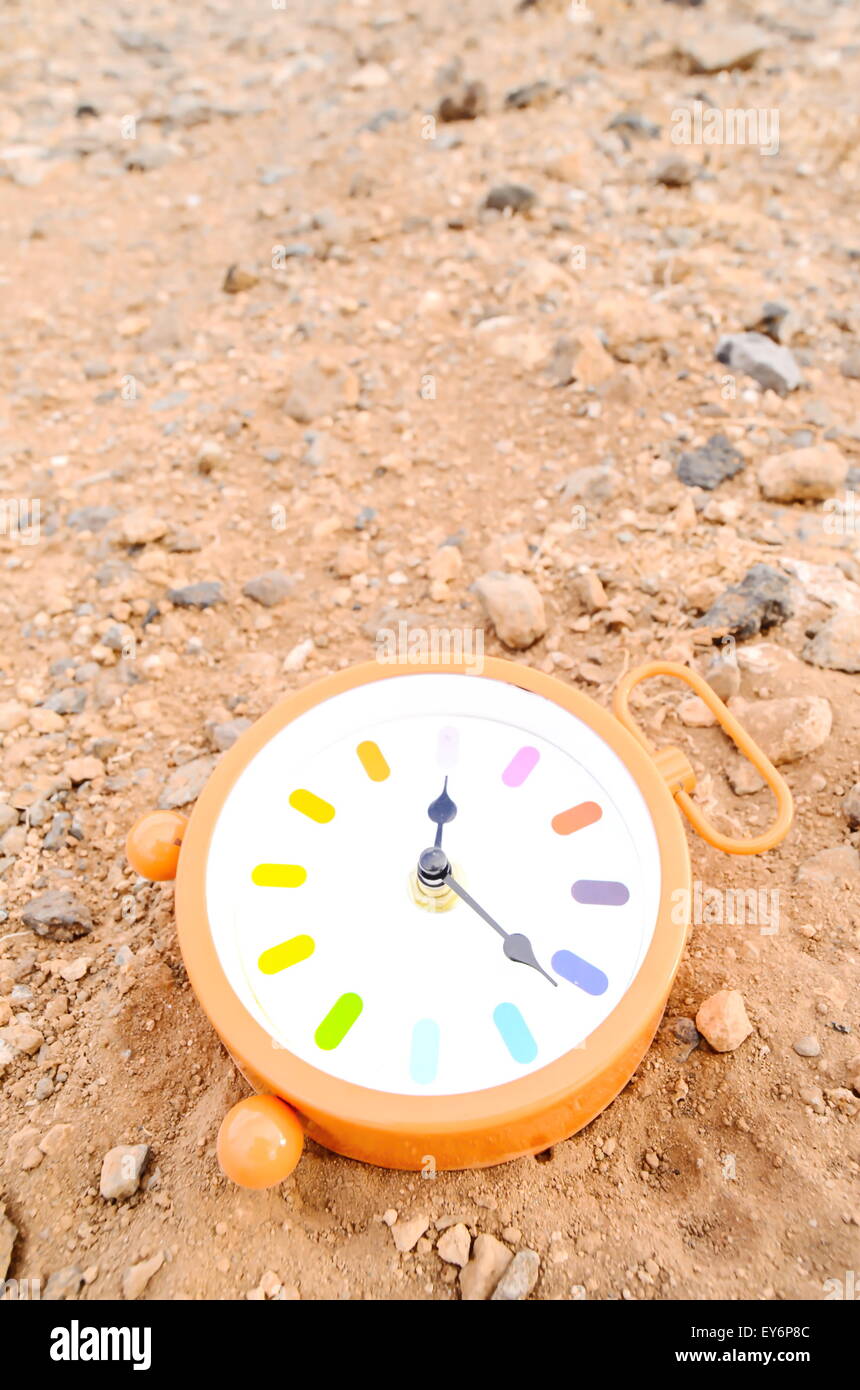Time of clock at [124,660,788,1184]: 12:21
